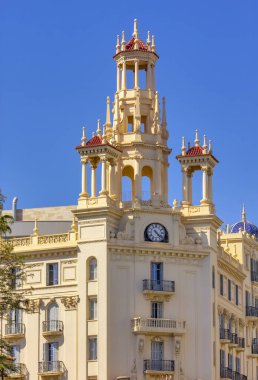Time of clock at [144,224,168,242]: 4:22
